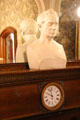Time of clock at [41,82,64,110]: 9:57
